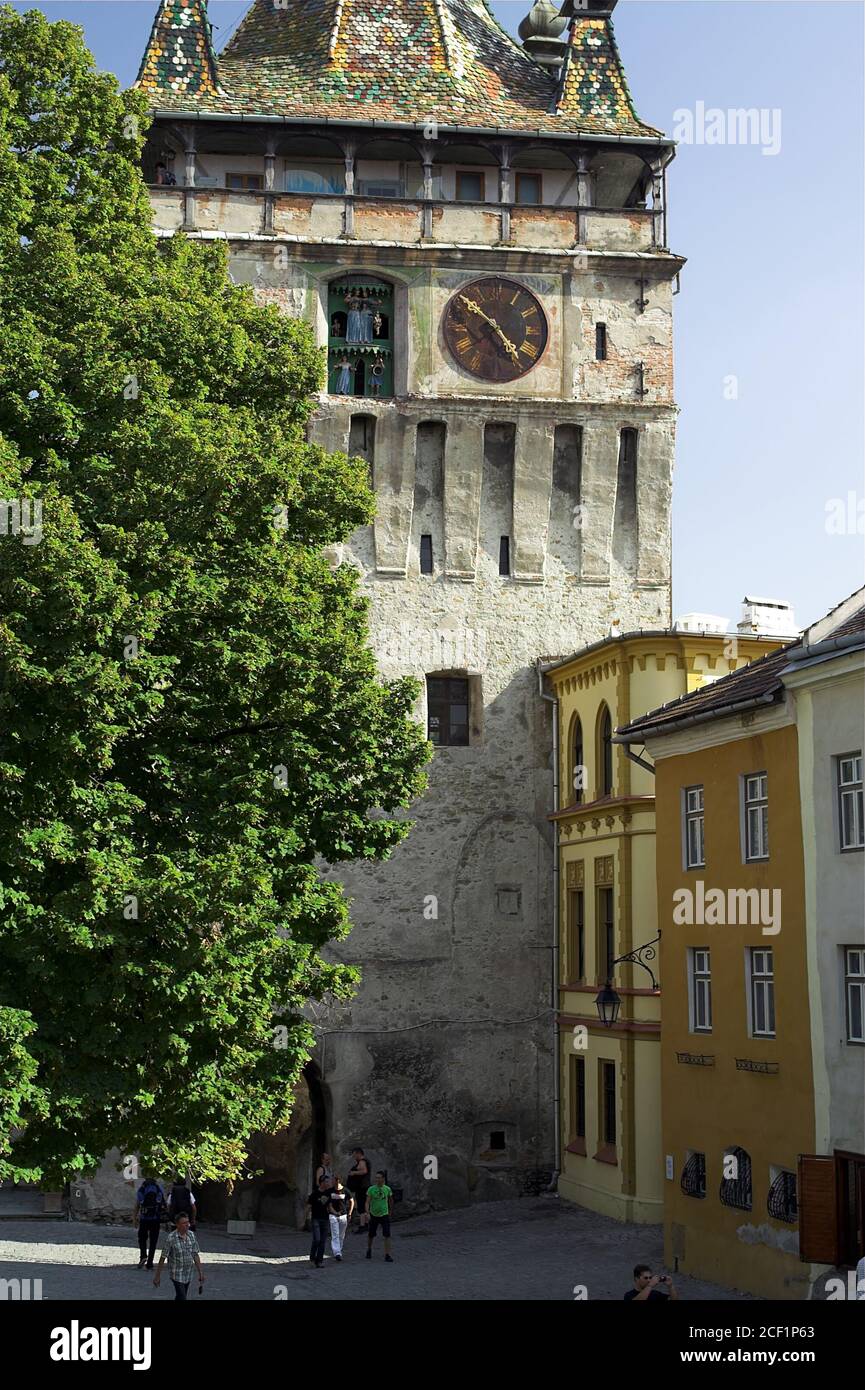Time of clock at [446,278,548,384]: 4:51
